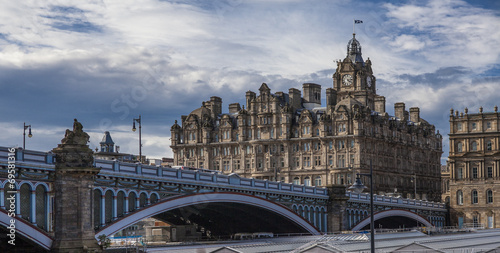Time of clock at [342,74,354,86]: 4:14
